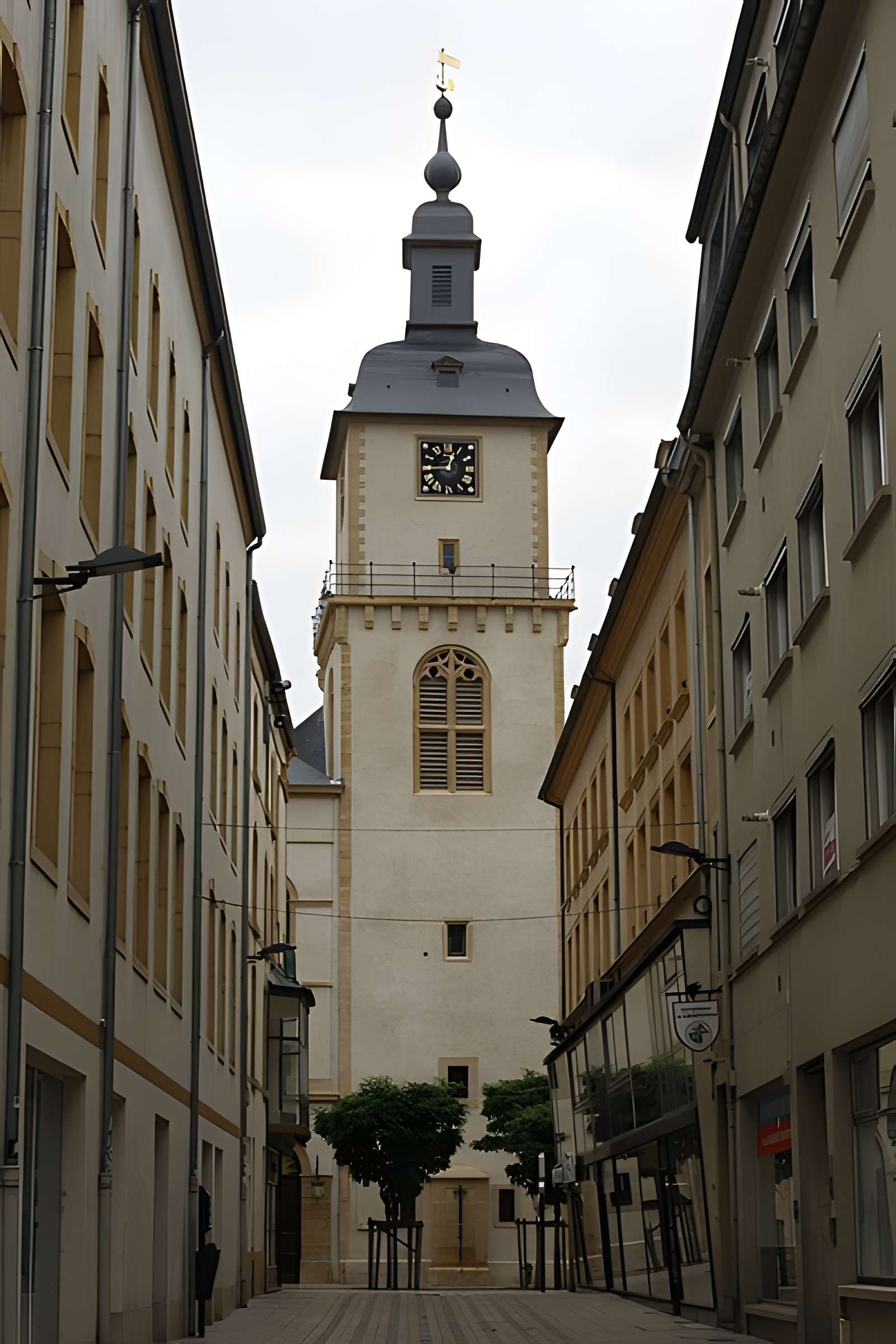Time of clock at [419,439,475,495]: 12:44
